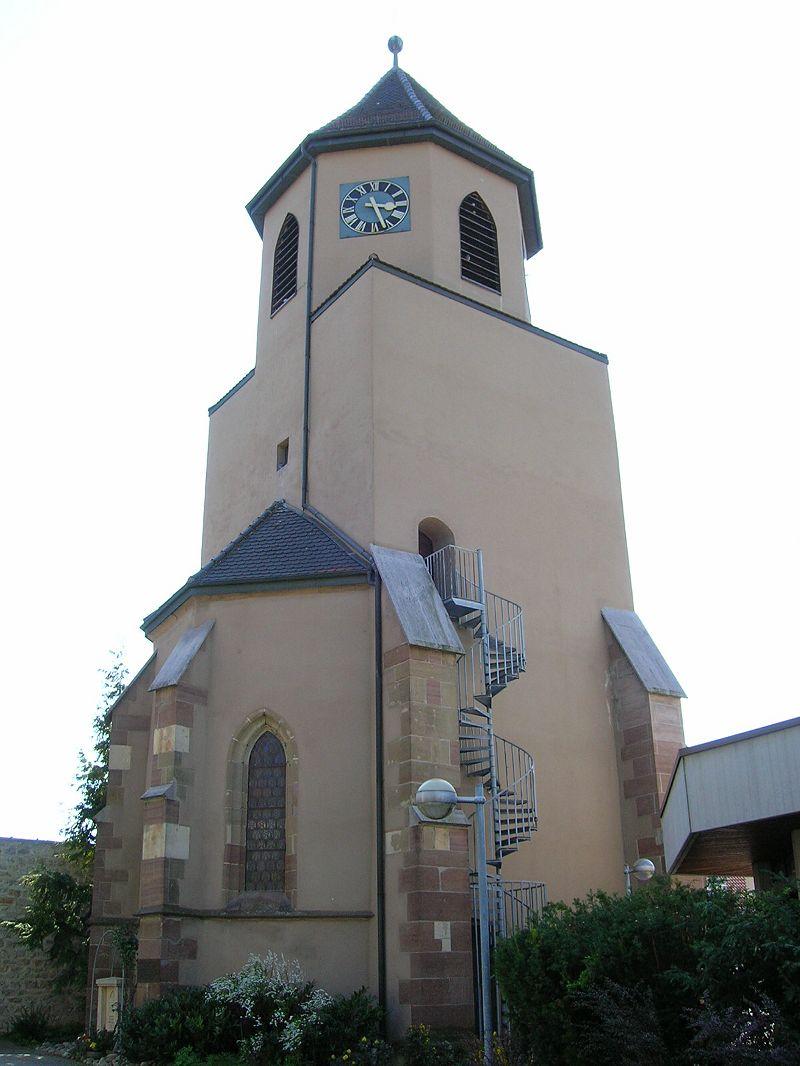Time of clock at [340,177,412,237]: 3:27
